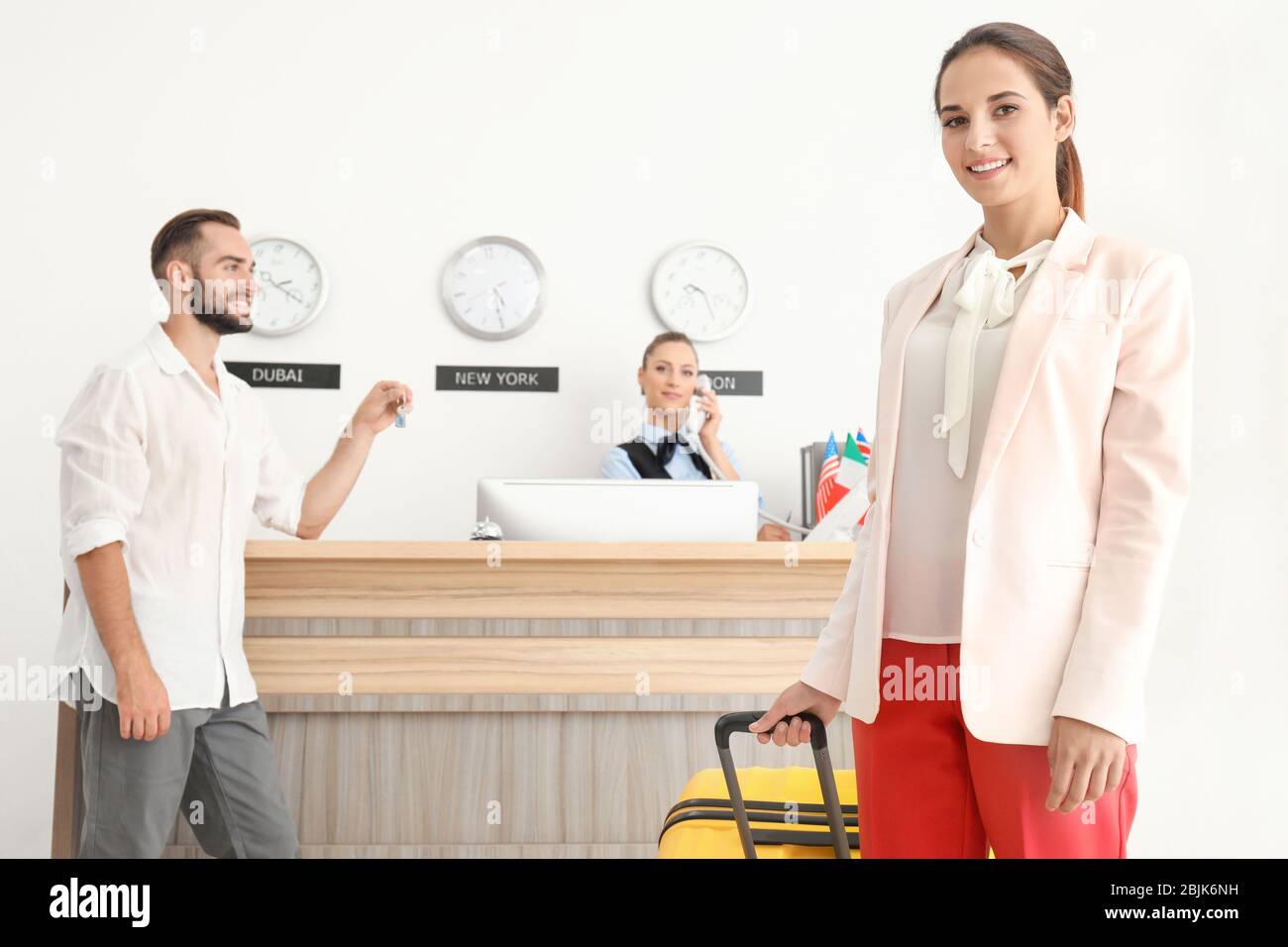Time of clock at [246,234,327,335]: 2:20
